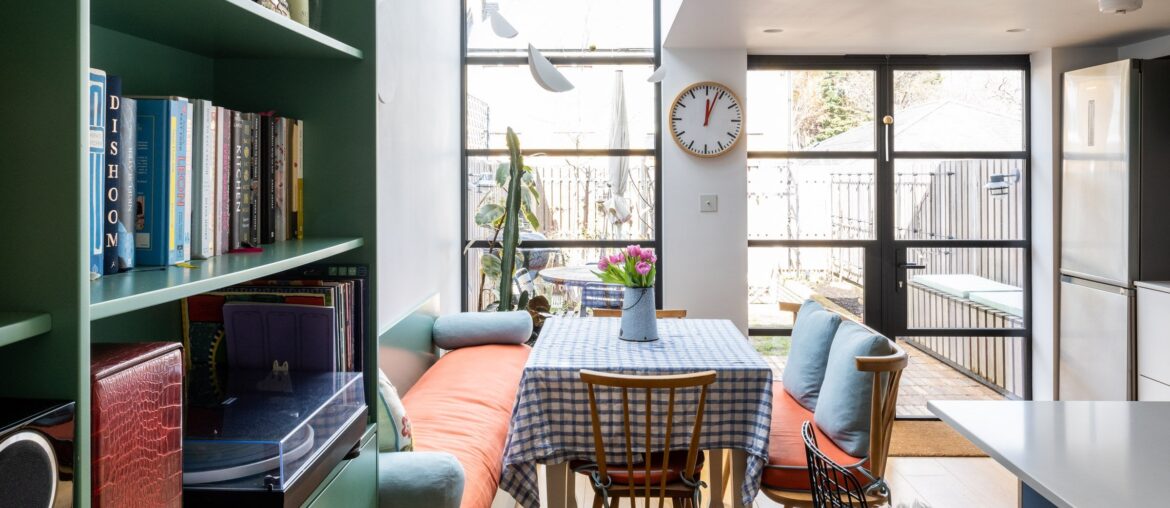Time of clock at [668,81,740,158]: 12:03
